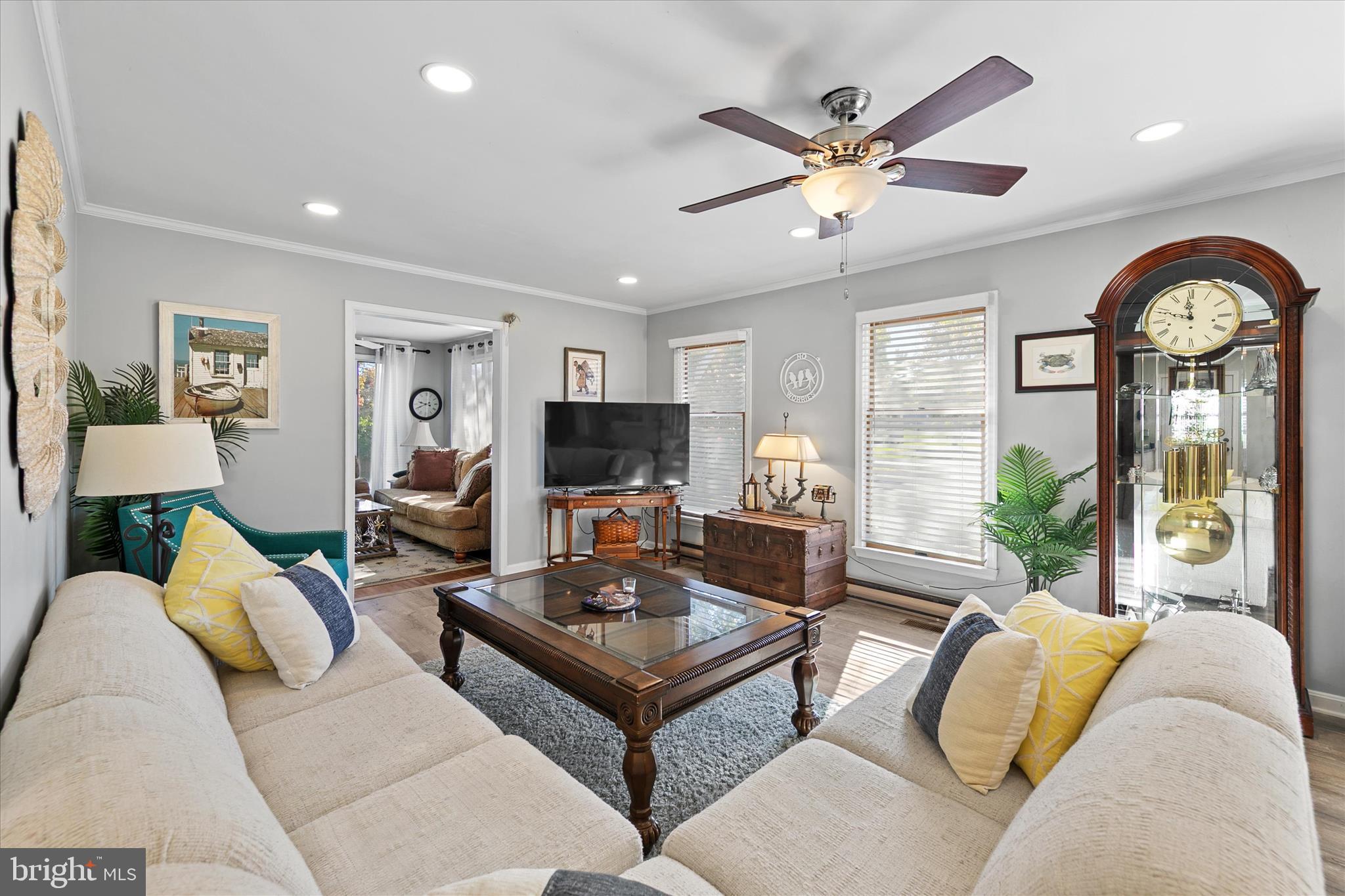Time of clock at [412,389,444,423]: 9:41
